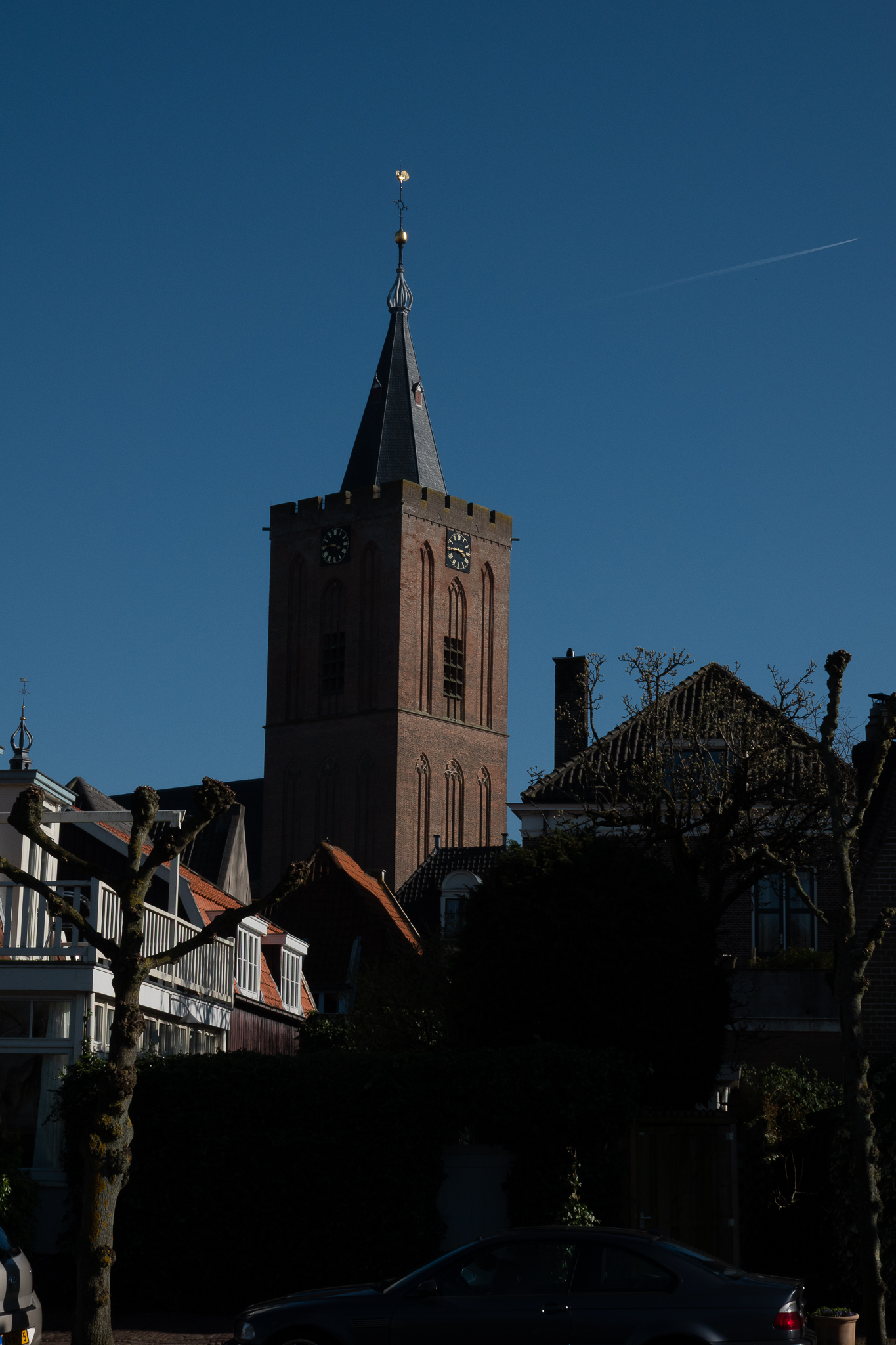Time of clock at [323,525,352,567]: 3:45
